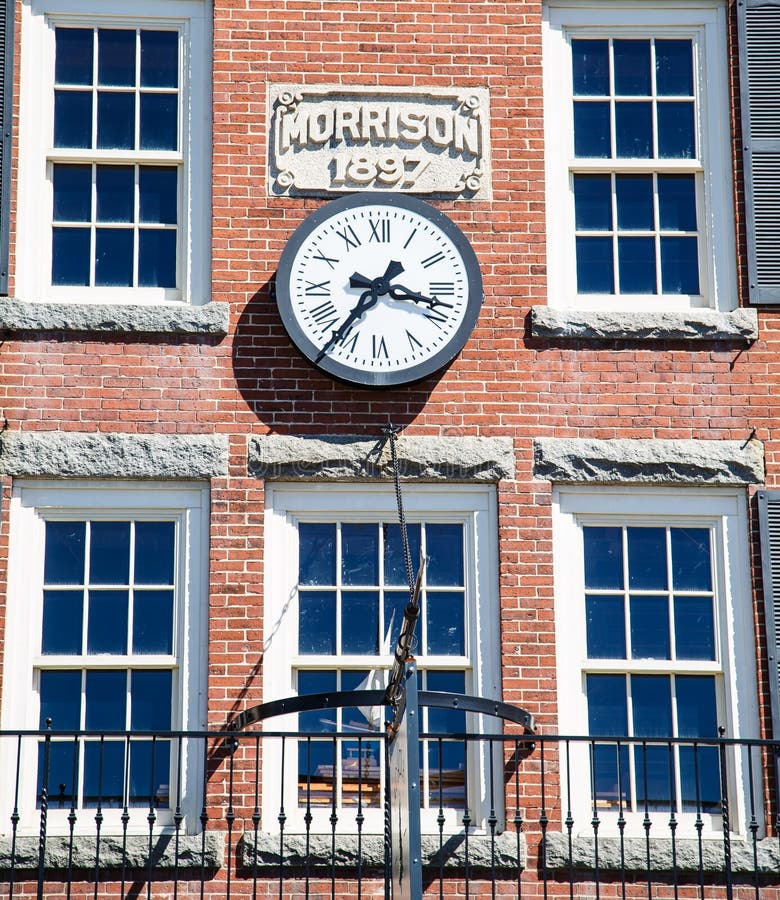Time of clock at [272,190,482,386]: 7:17
